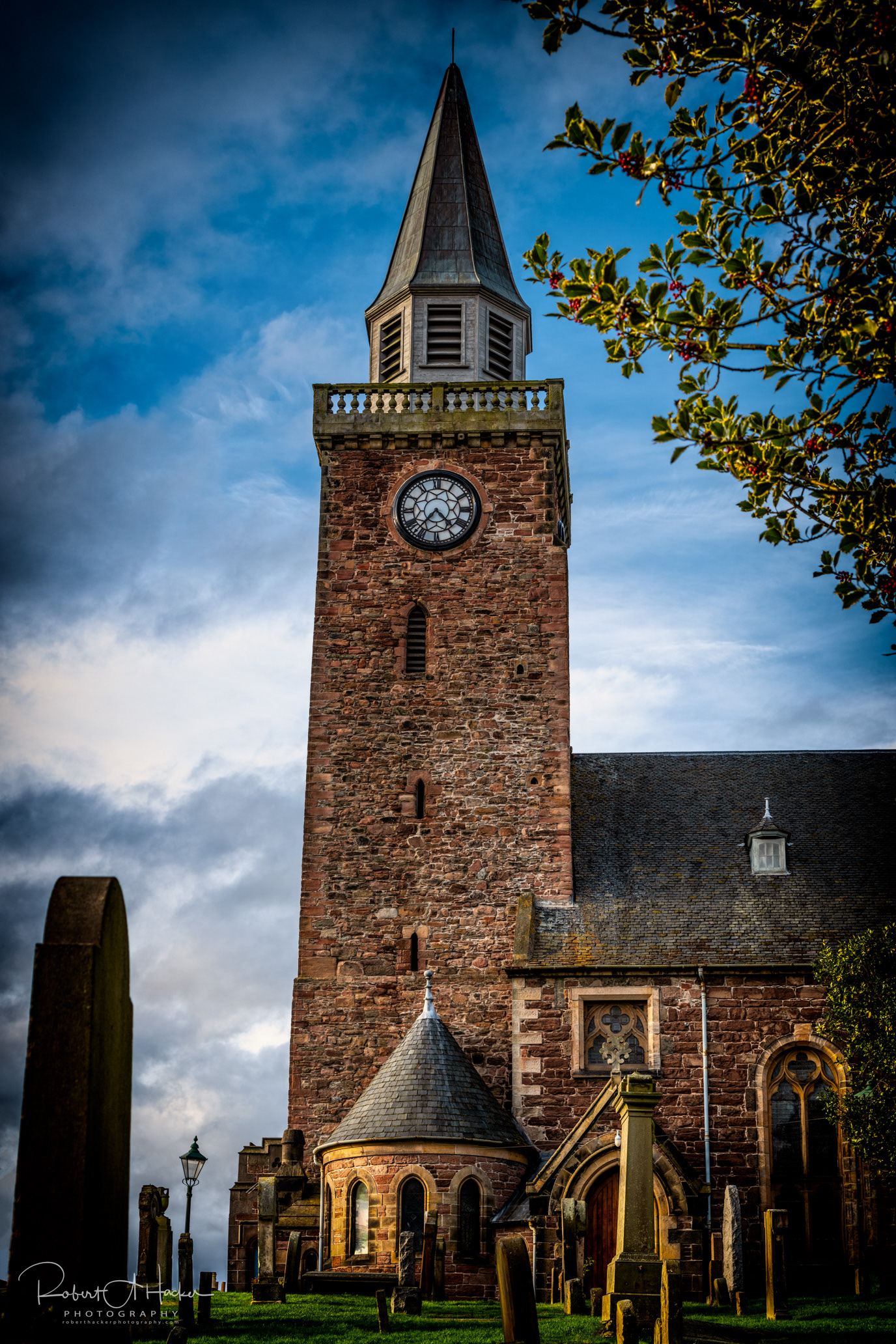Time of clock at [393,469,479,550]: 4:36
